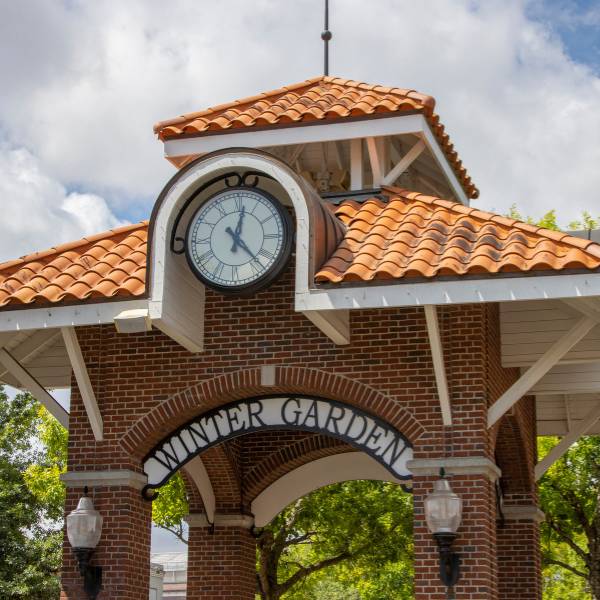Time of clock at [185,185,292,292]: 12:22
